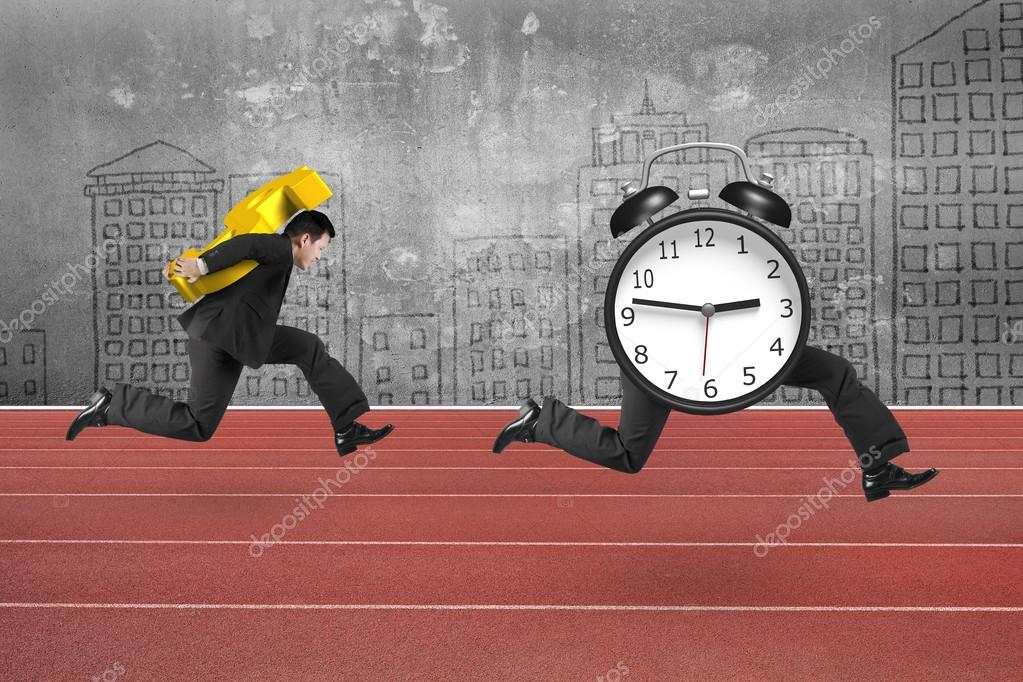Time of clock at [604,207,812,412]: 2:46
